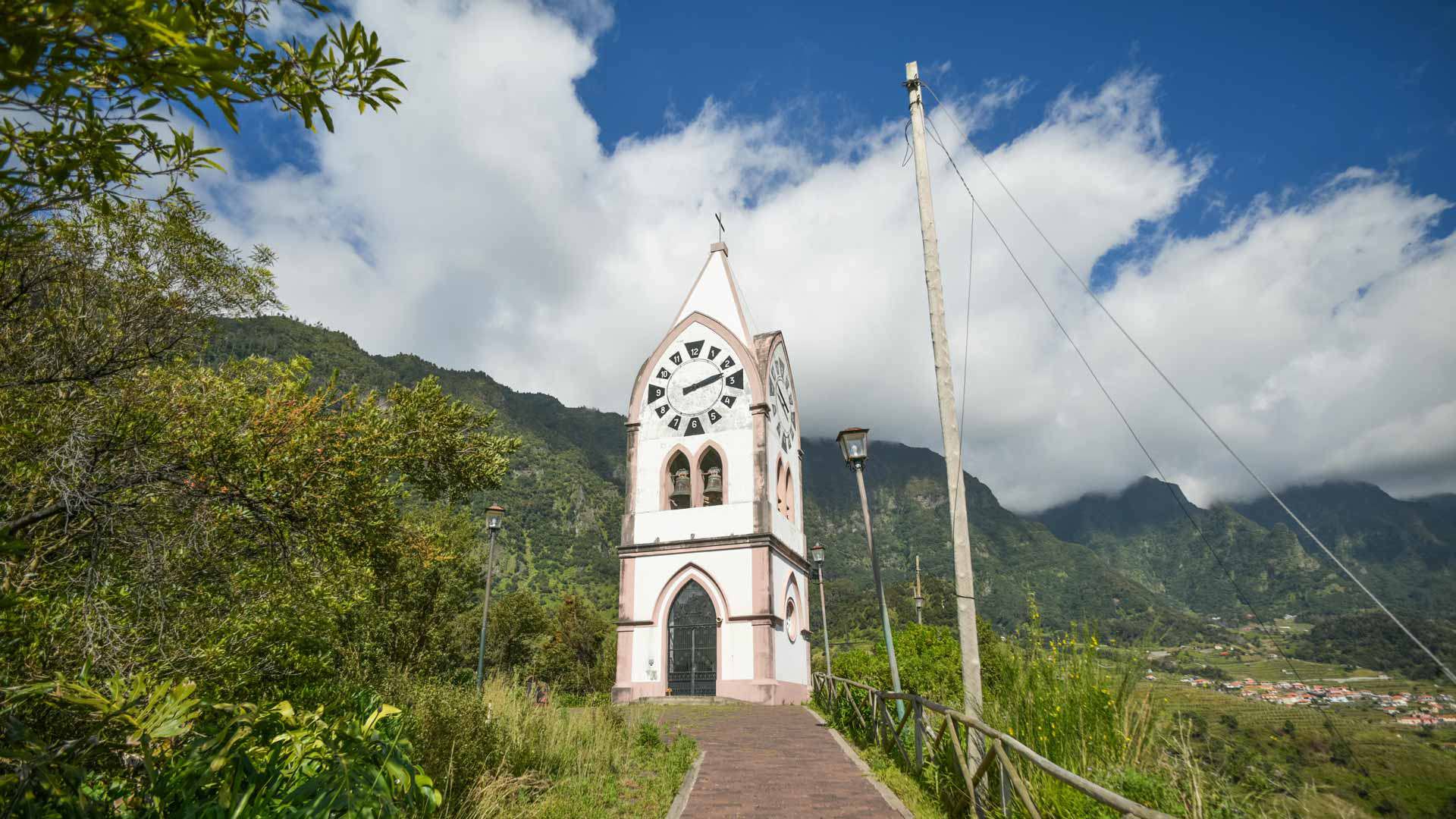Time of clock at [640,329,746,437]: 2:12
